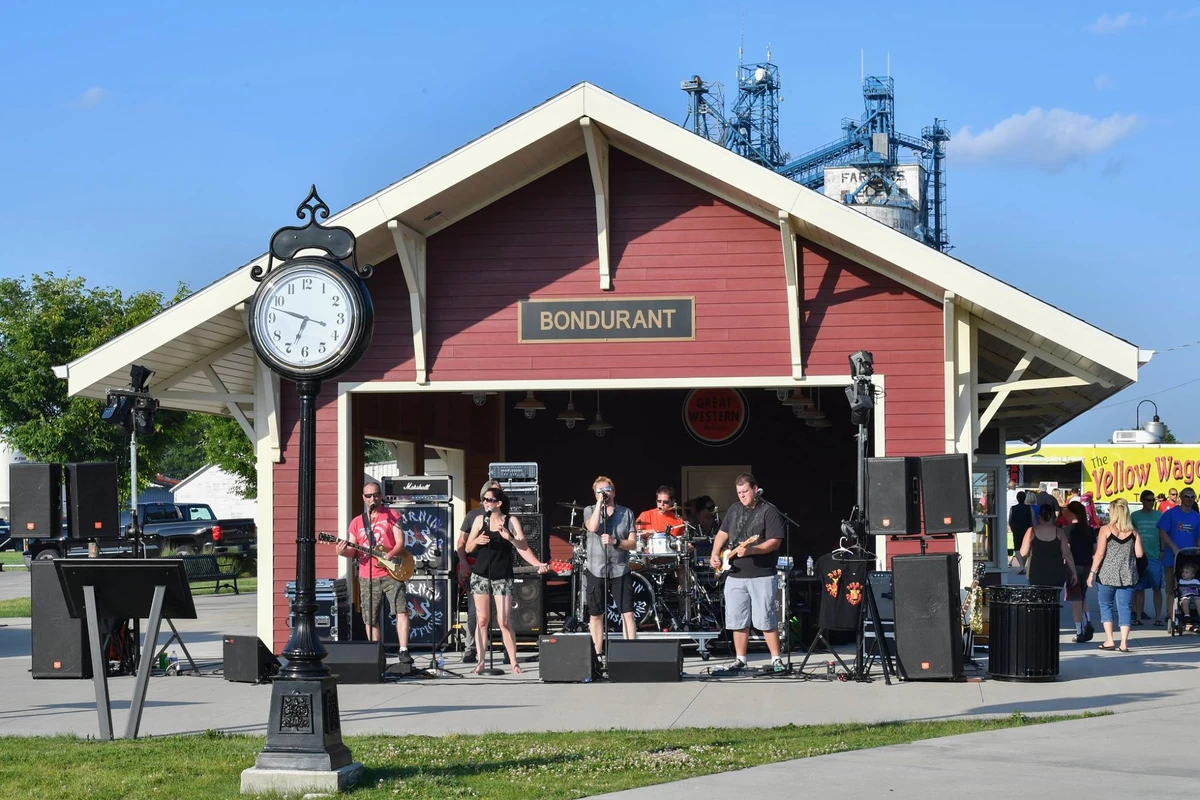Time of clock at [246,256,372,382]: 6:47
